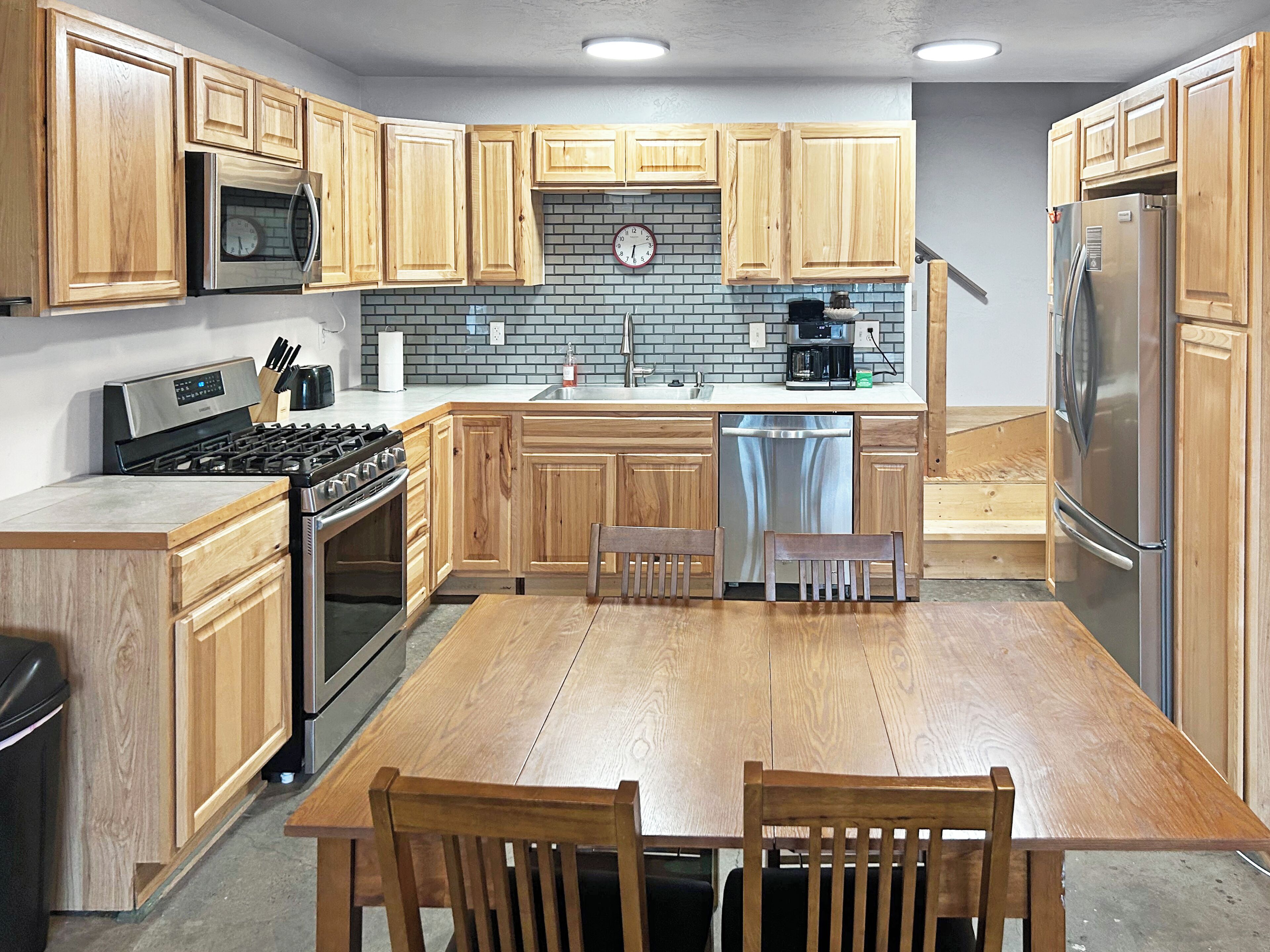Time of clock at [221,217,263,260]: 5:29
